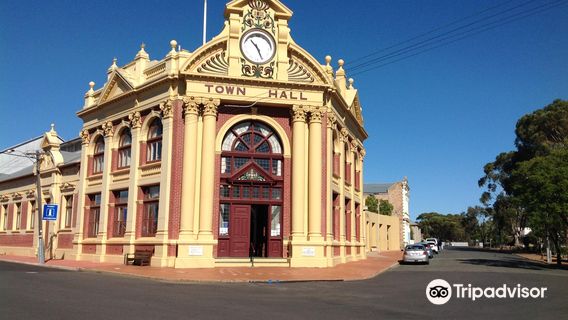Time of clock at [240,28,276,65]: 10:26
